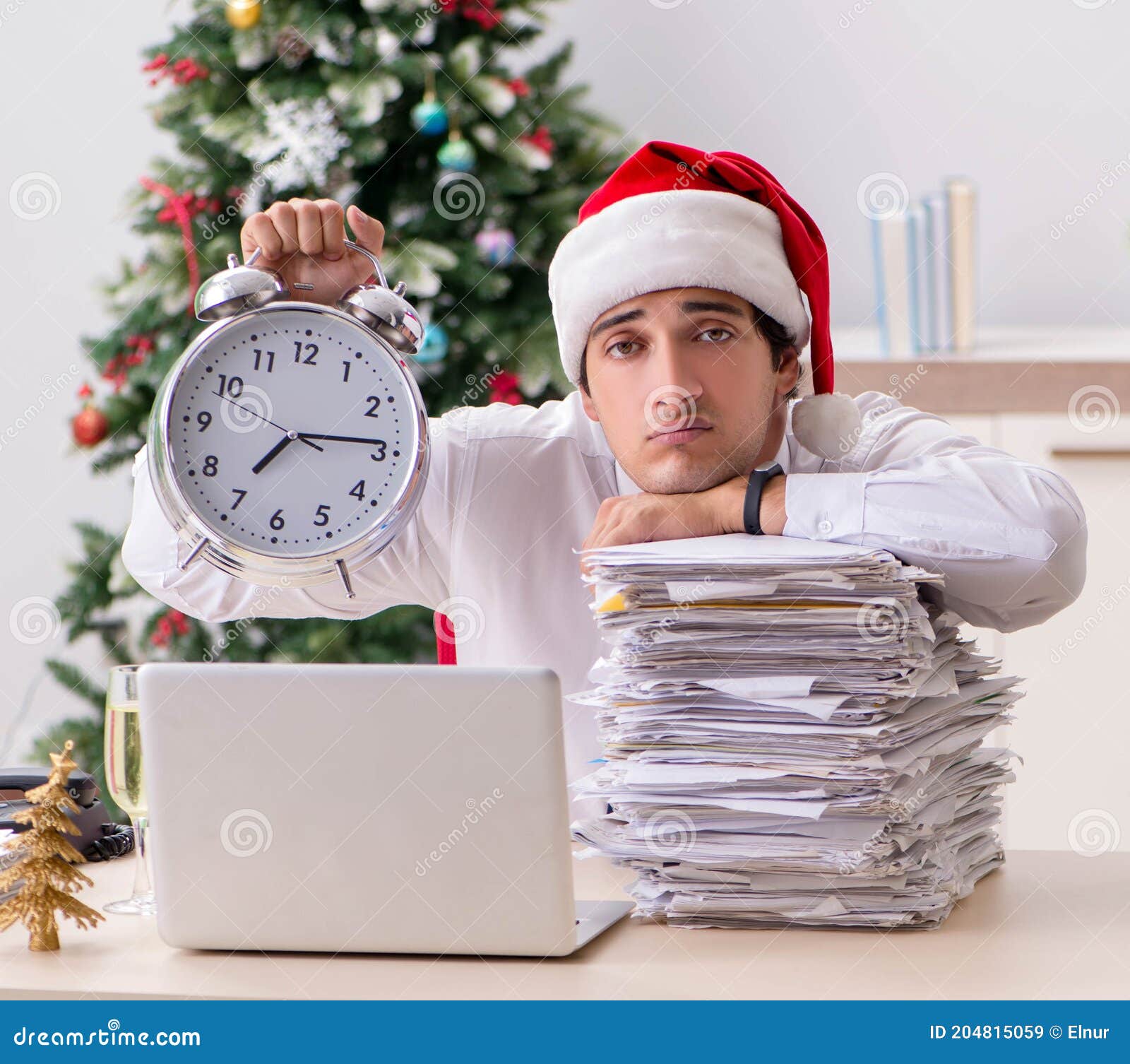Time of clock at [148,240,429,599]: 7:14
